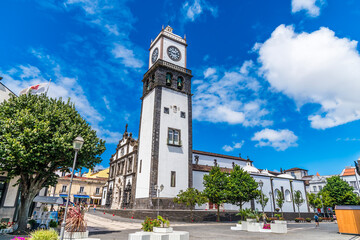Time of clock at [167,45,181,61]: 2:46
